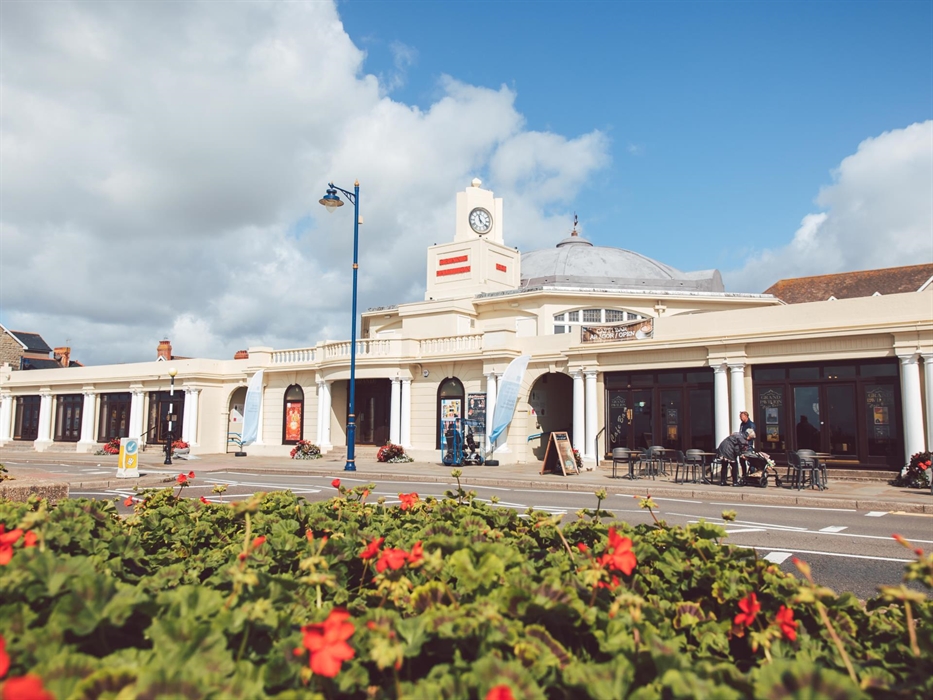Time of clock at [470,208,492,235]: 11:21
